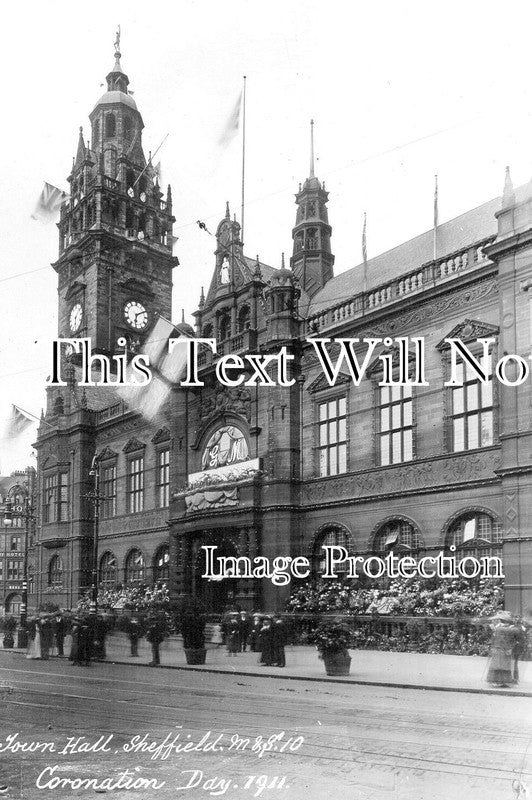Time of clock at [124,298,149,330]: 6:10
